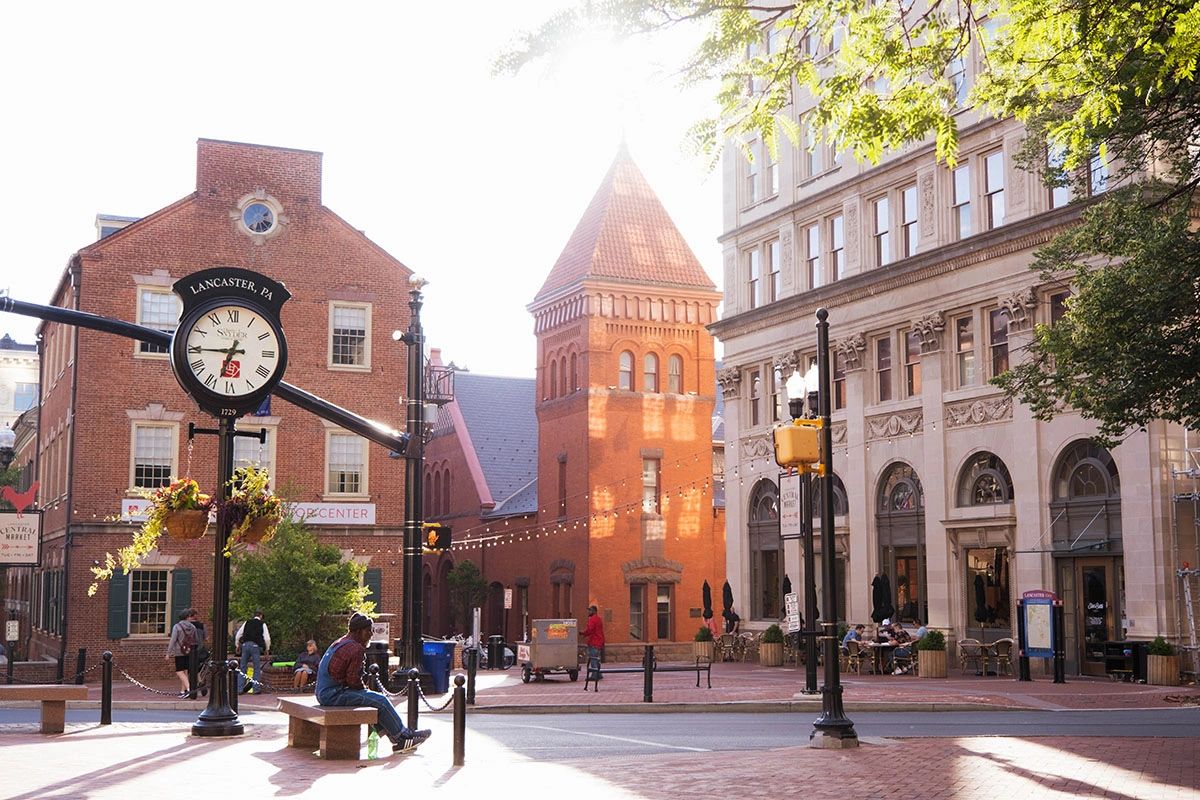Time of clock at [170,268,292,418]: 6:45
